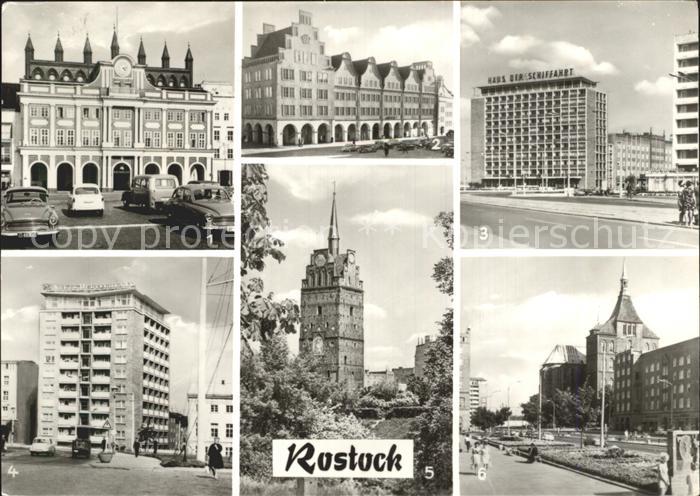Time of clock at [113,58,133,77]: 4:12
